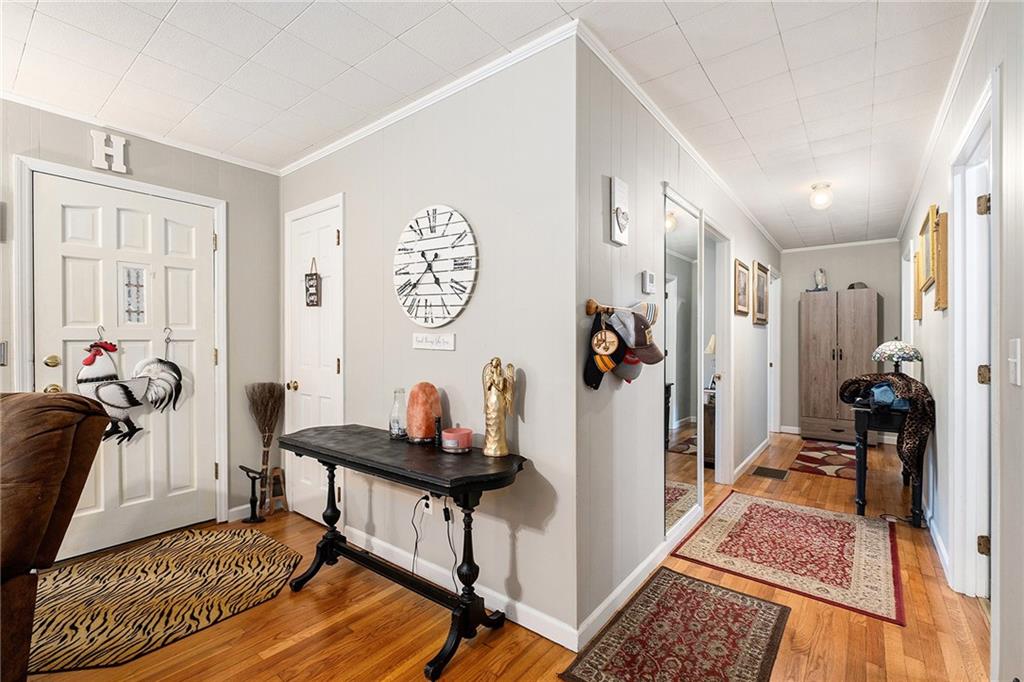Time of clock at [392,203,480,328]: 4:37
